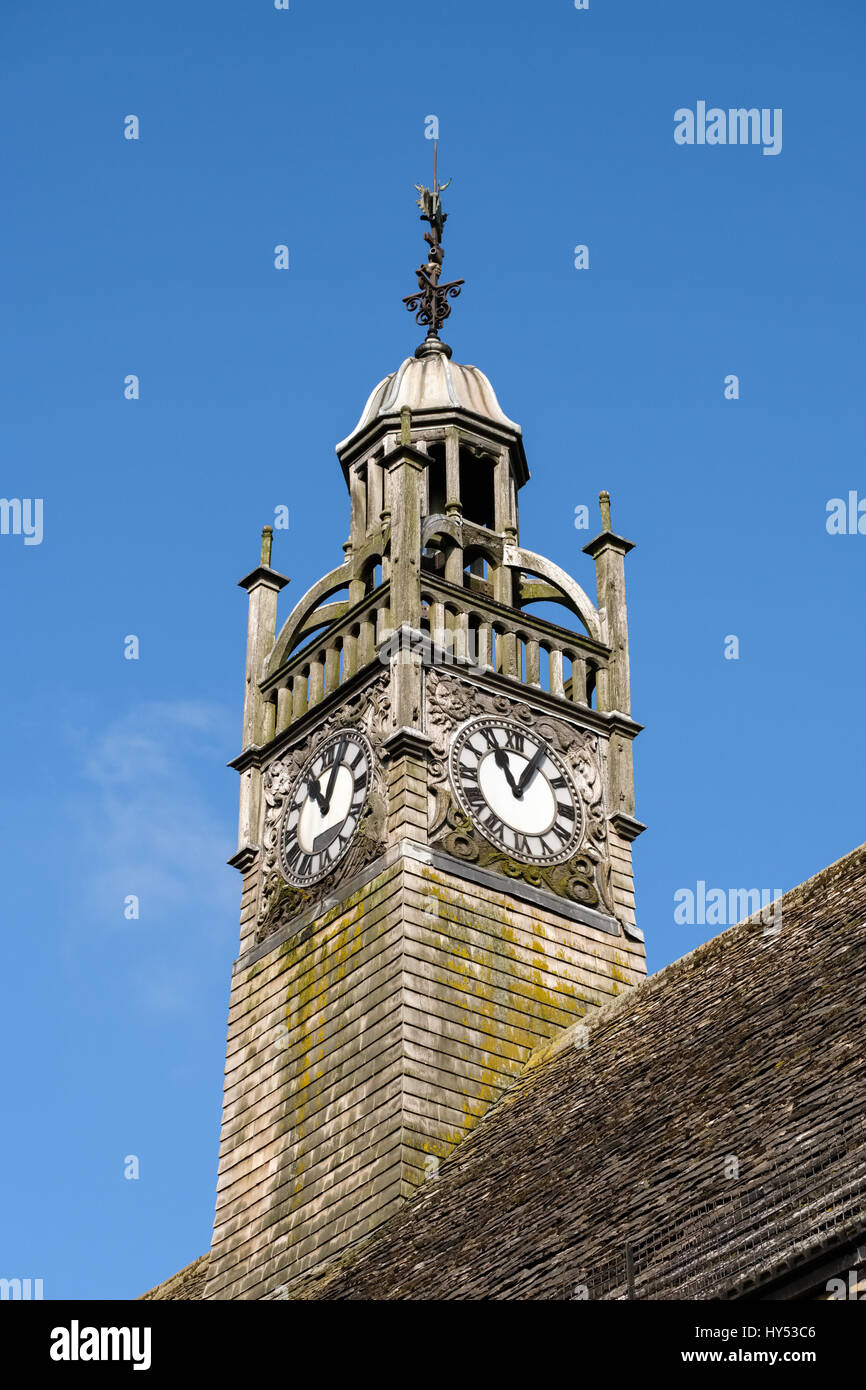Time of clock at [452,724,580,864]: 11:05
